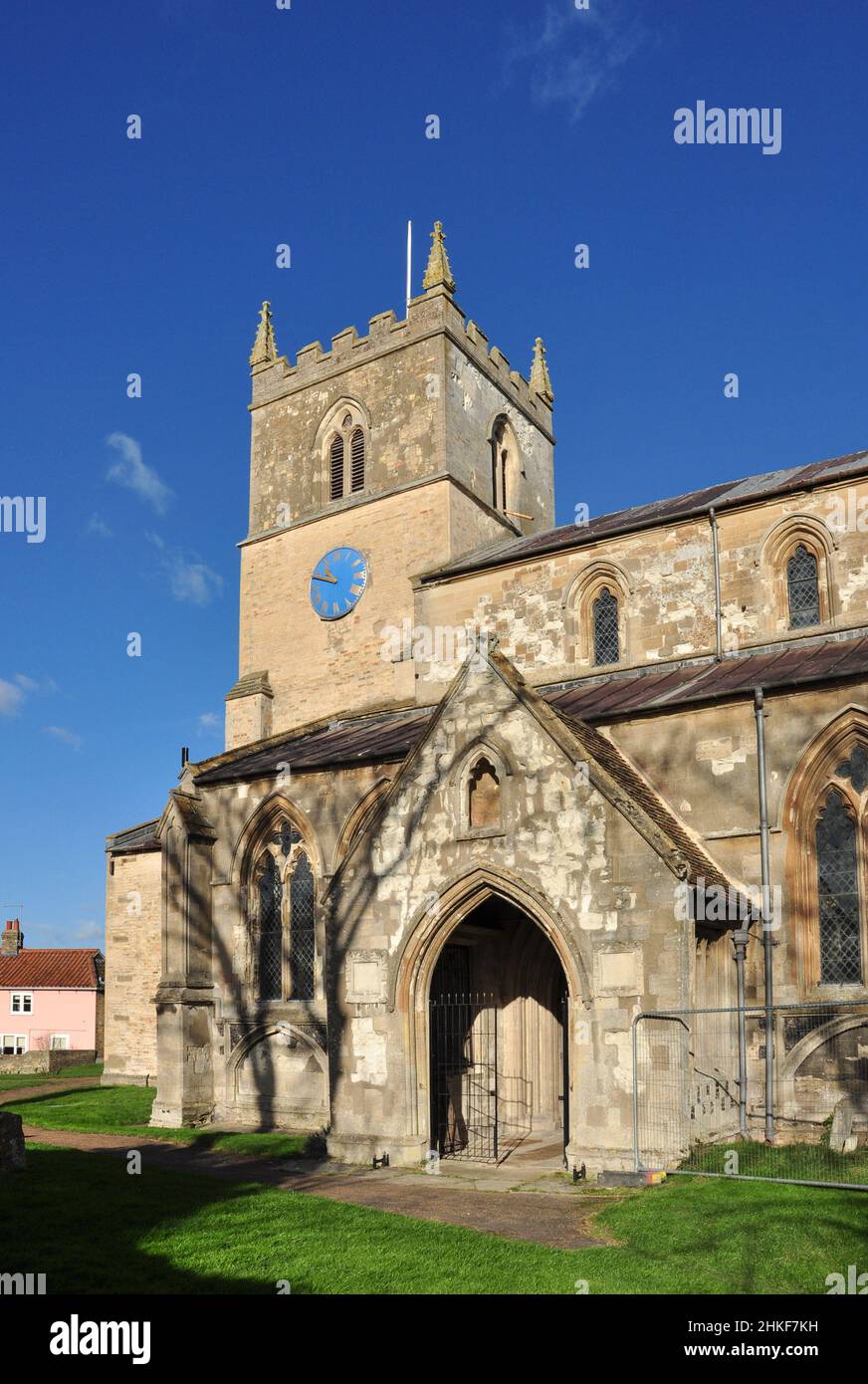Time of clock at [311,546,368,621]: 10:48
